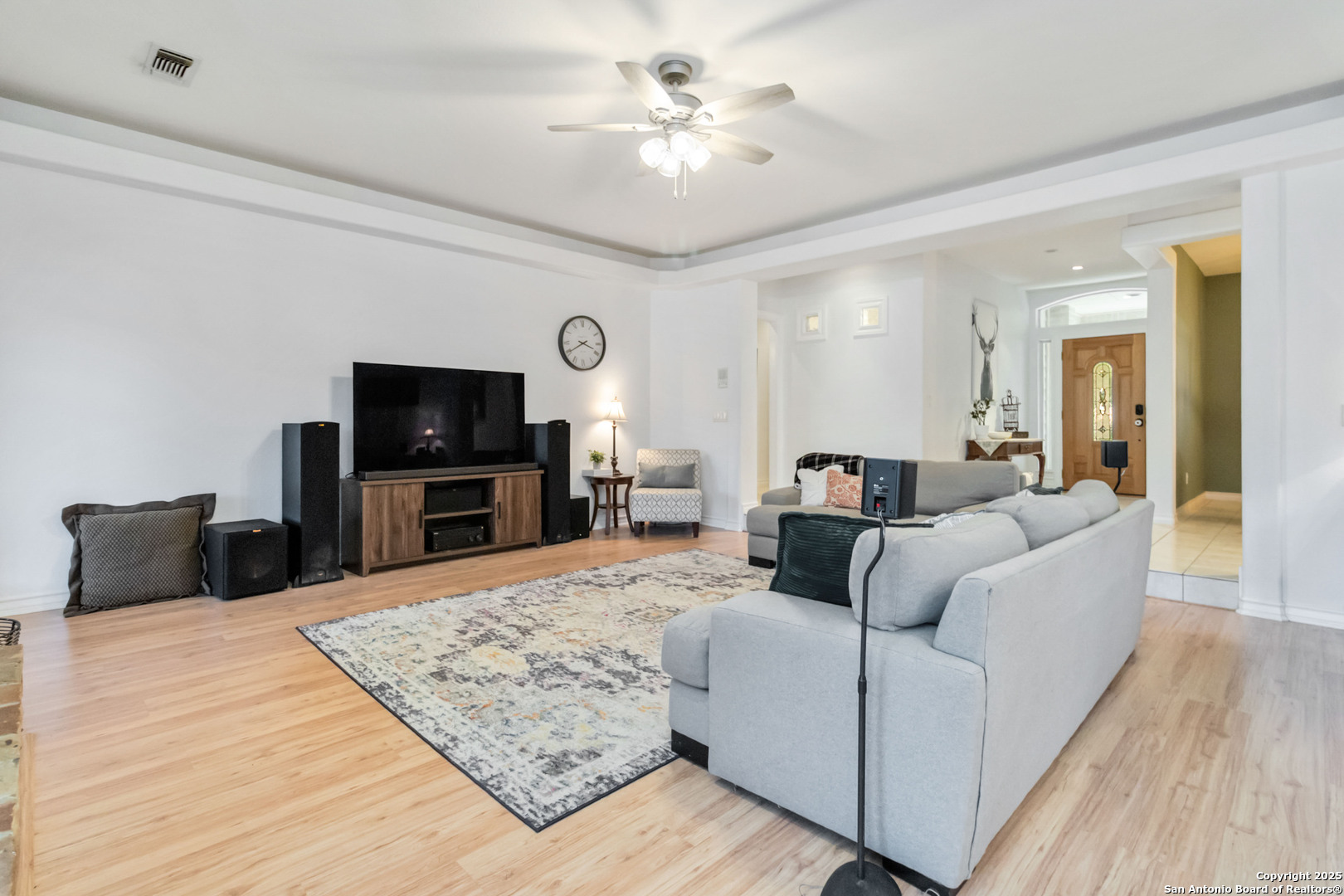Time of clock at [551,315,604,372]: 3:40
